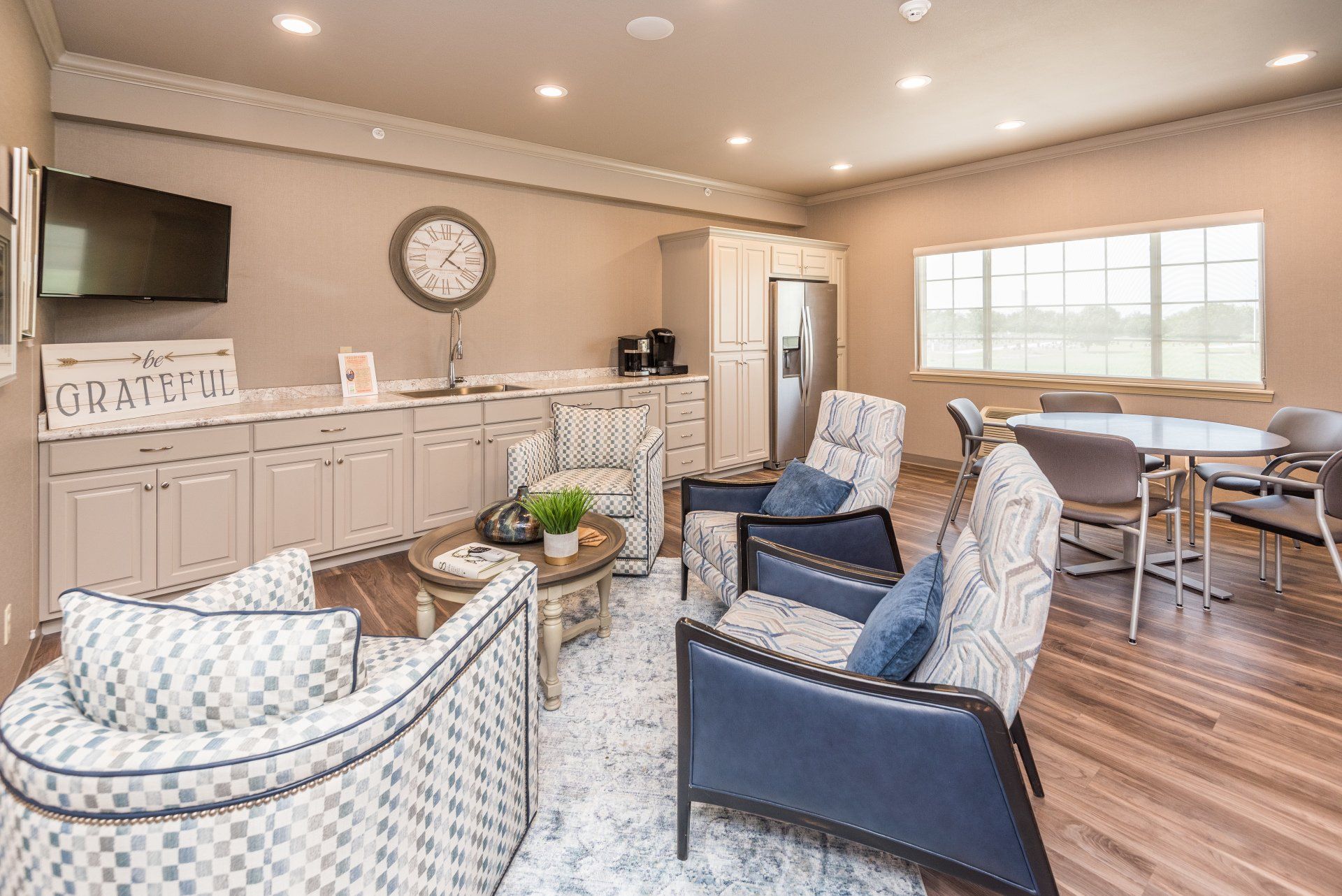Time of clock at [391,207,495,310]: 4:06
